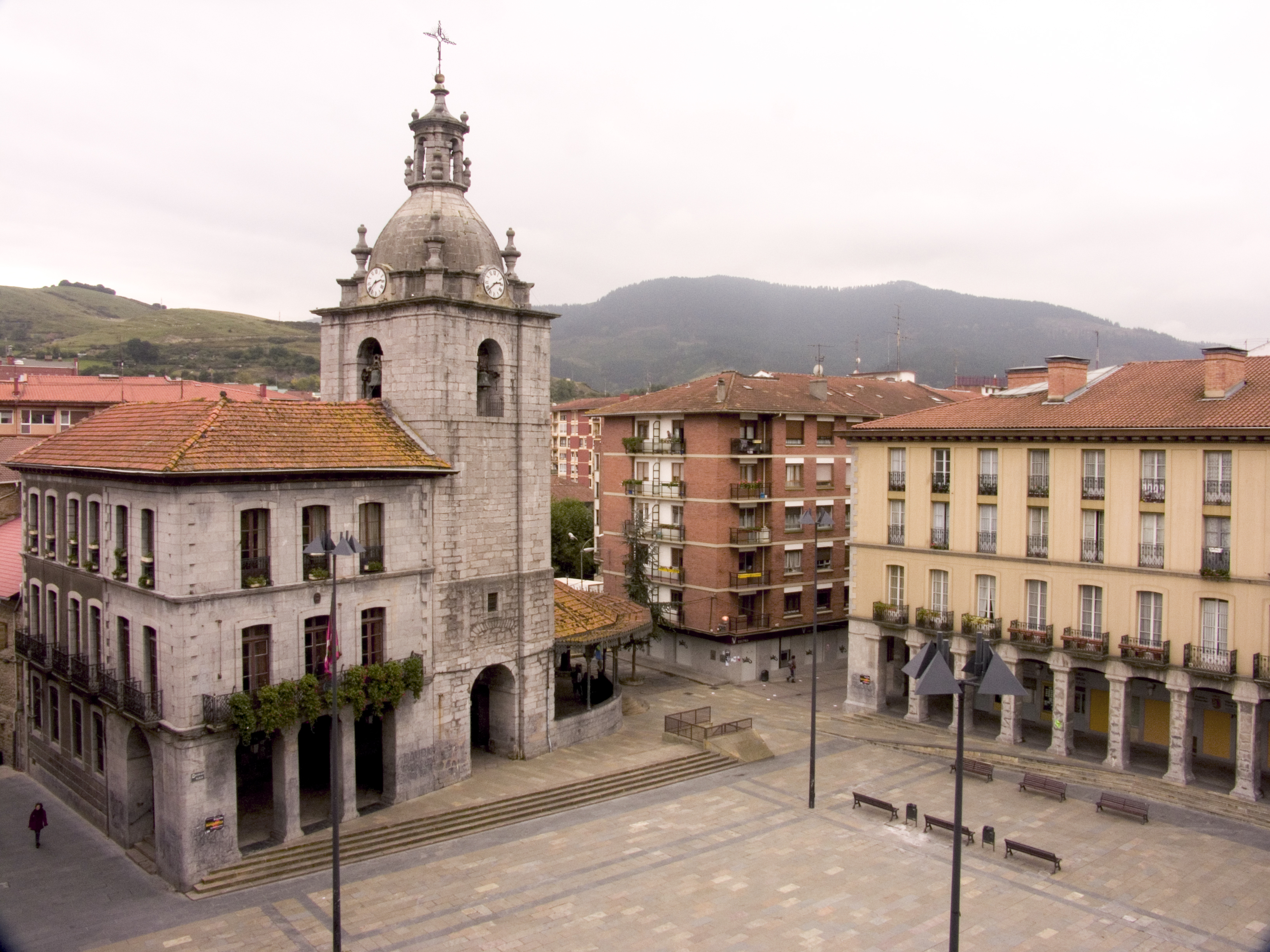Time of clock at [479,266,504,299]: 2:38
